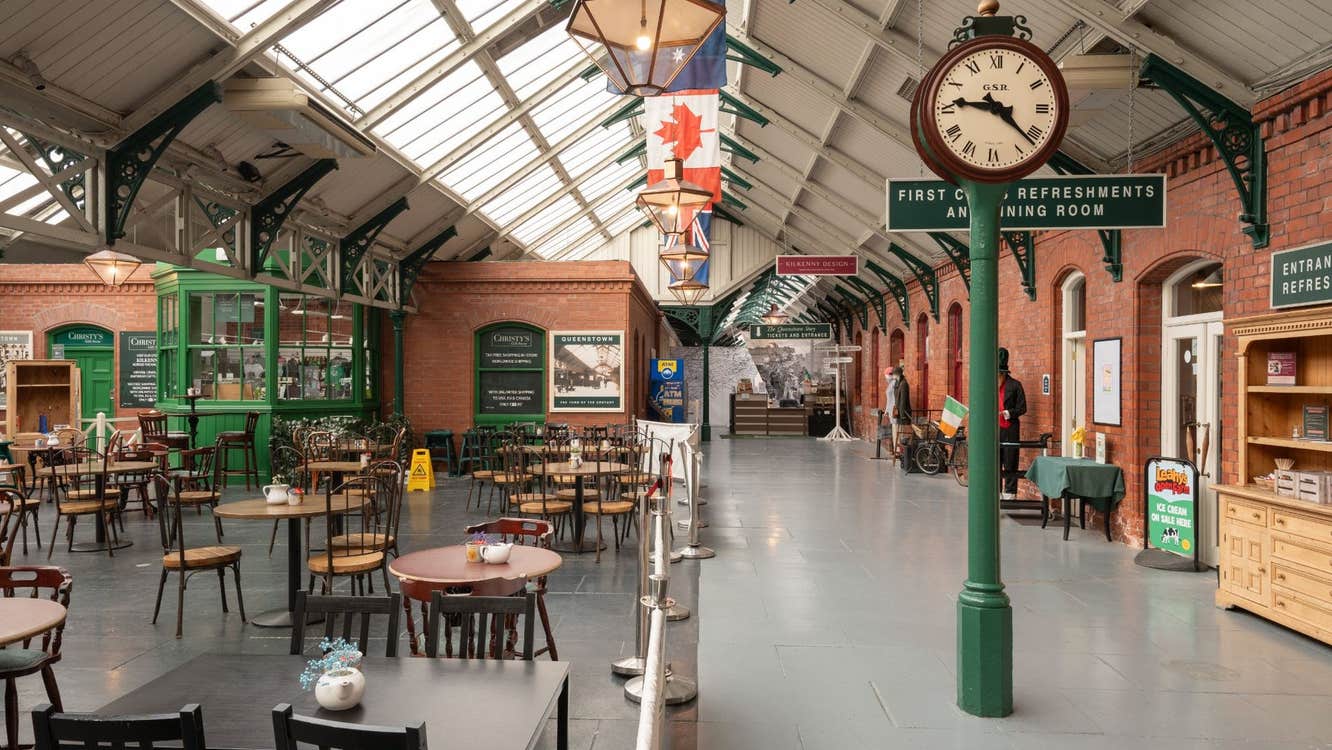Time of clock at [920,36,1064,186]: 9:22
